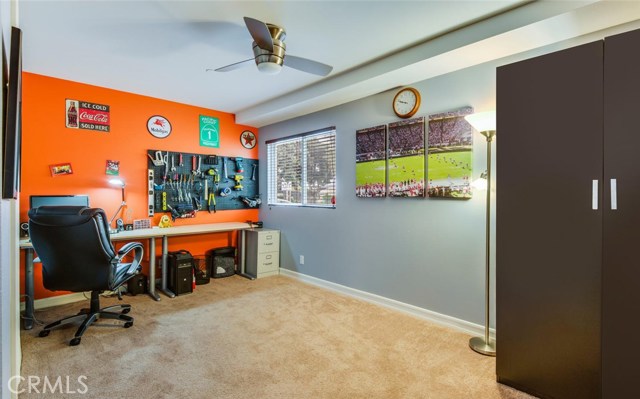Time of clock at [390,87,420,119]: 9:48
